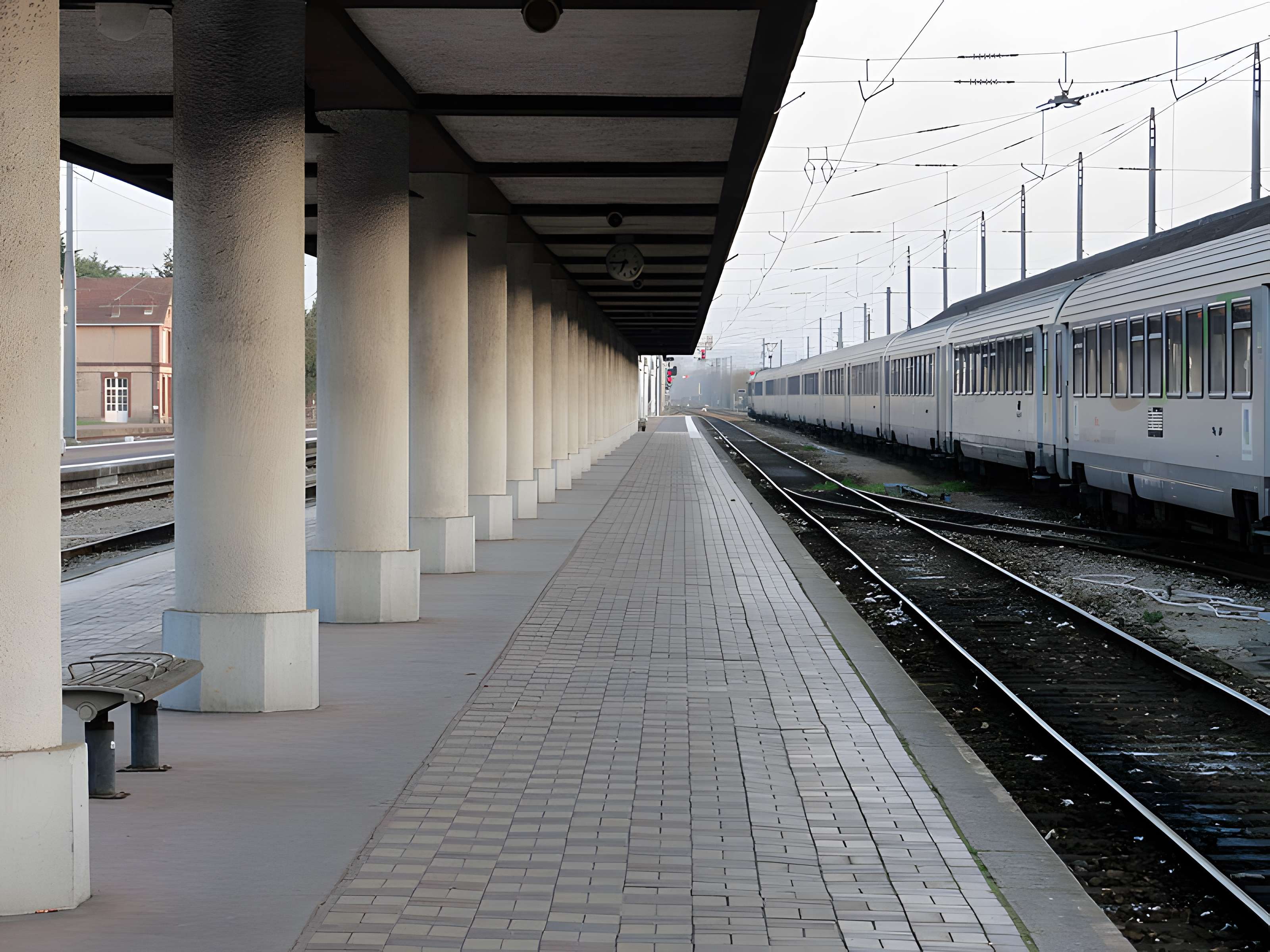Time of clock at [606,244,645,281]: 6:44
